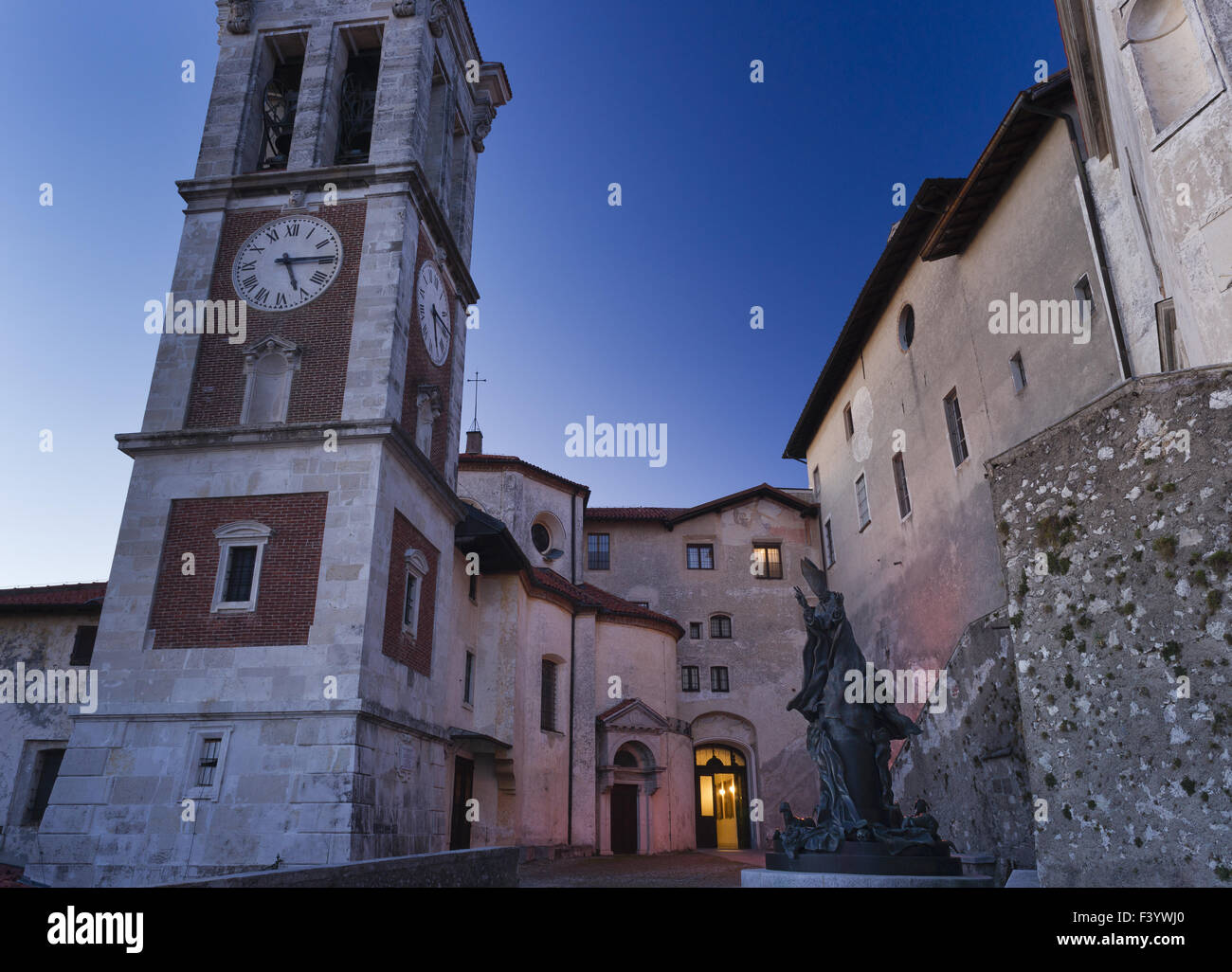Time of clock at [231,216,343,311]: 5:14
